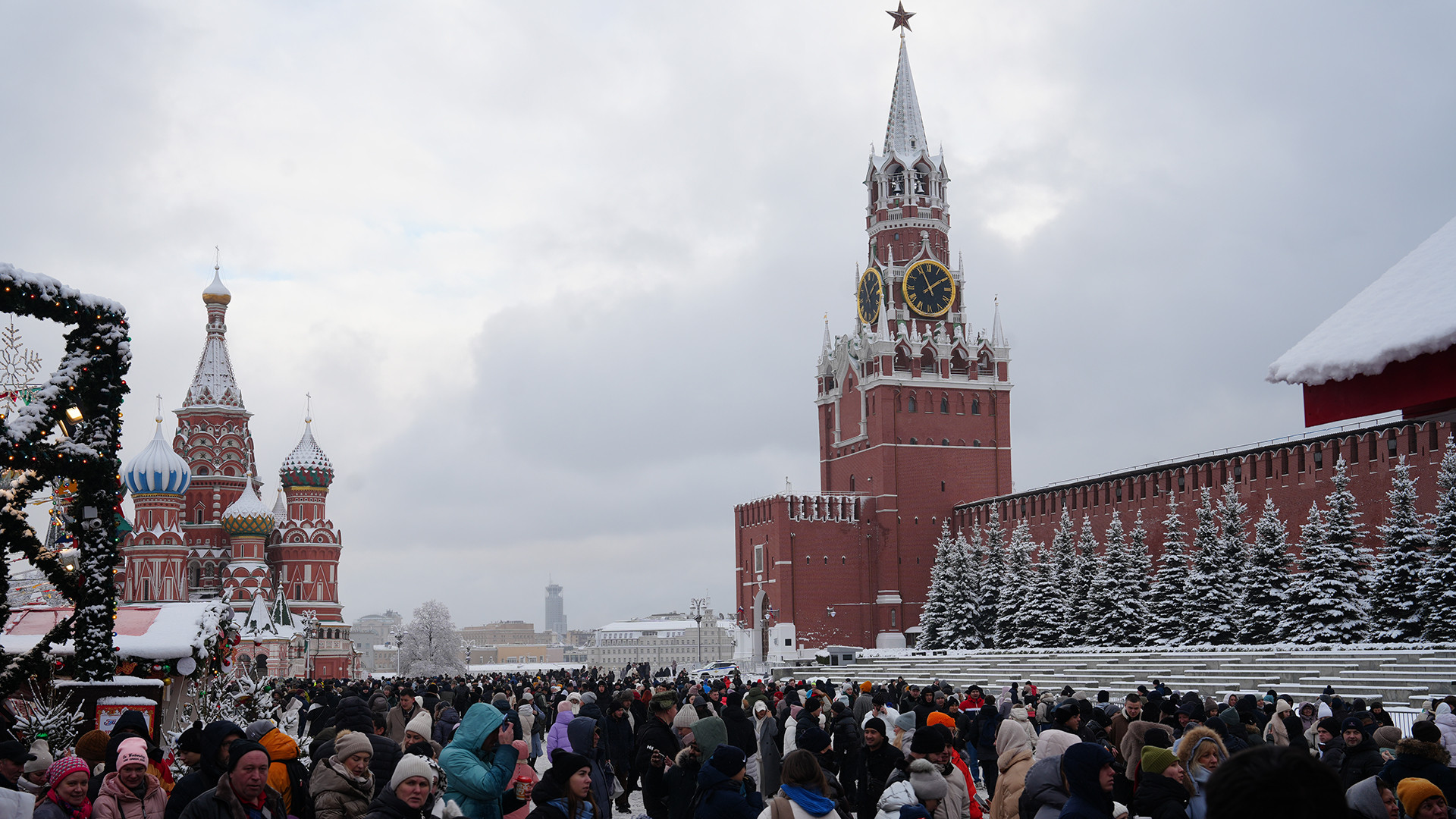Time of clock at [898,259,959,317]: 1:56
